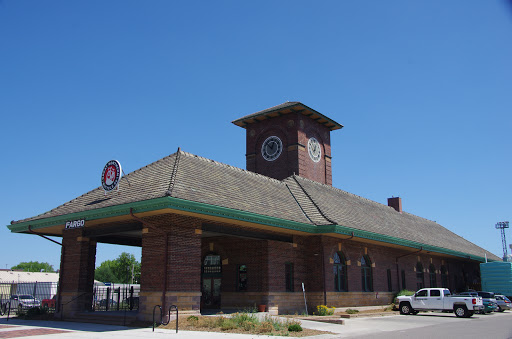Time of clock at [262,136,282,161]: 12:52
